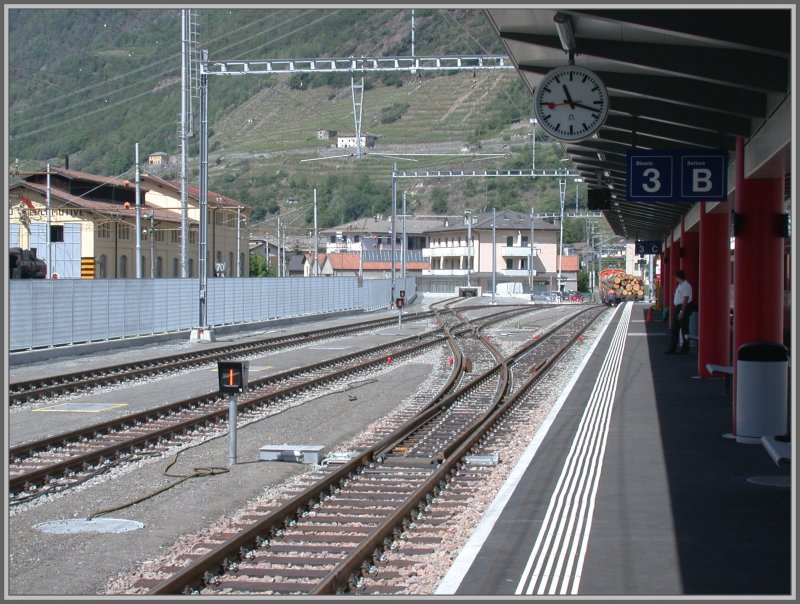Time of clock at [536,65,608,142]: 11:17
